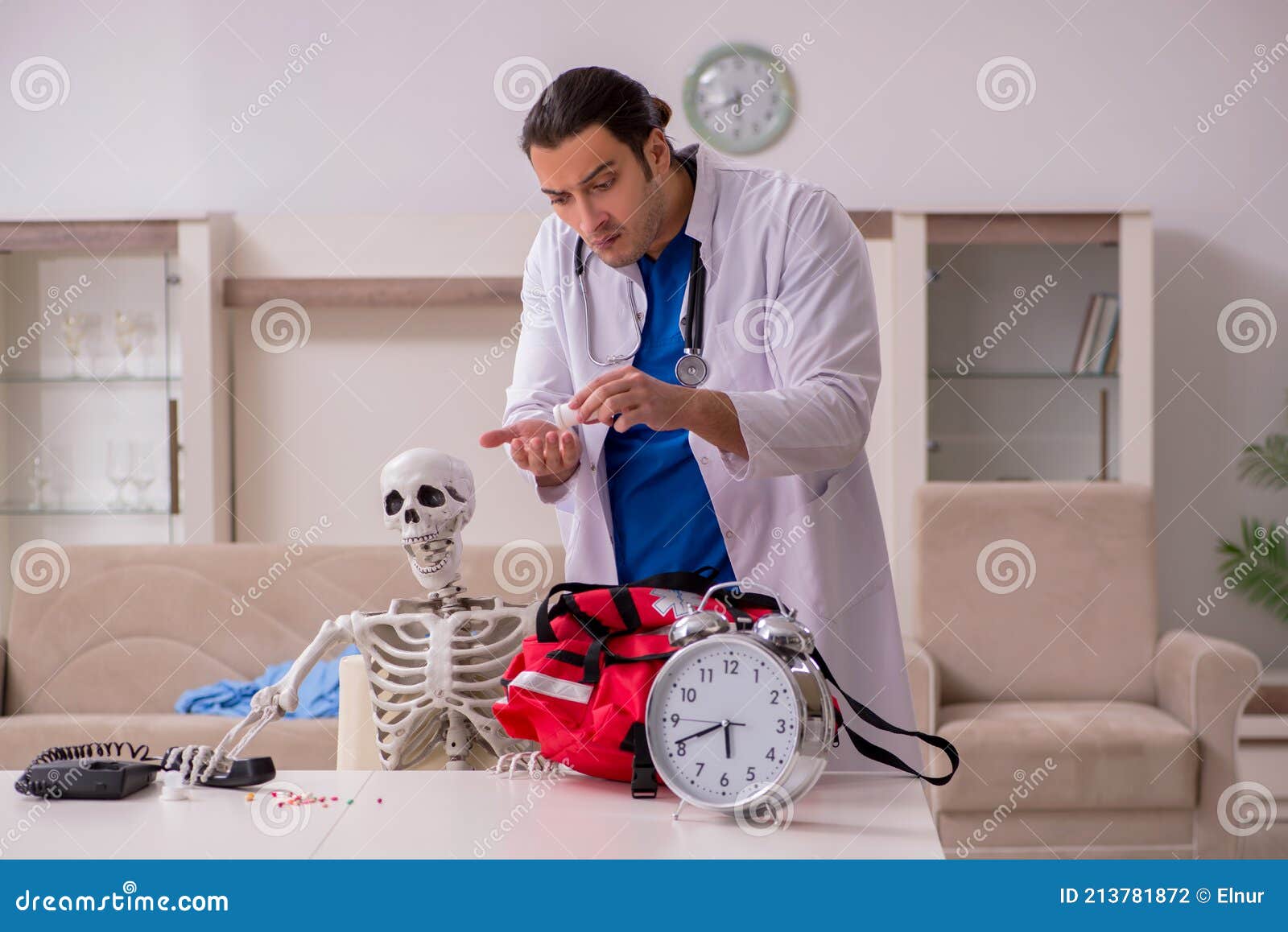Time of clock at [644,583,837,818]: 5:41
